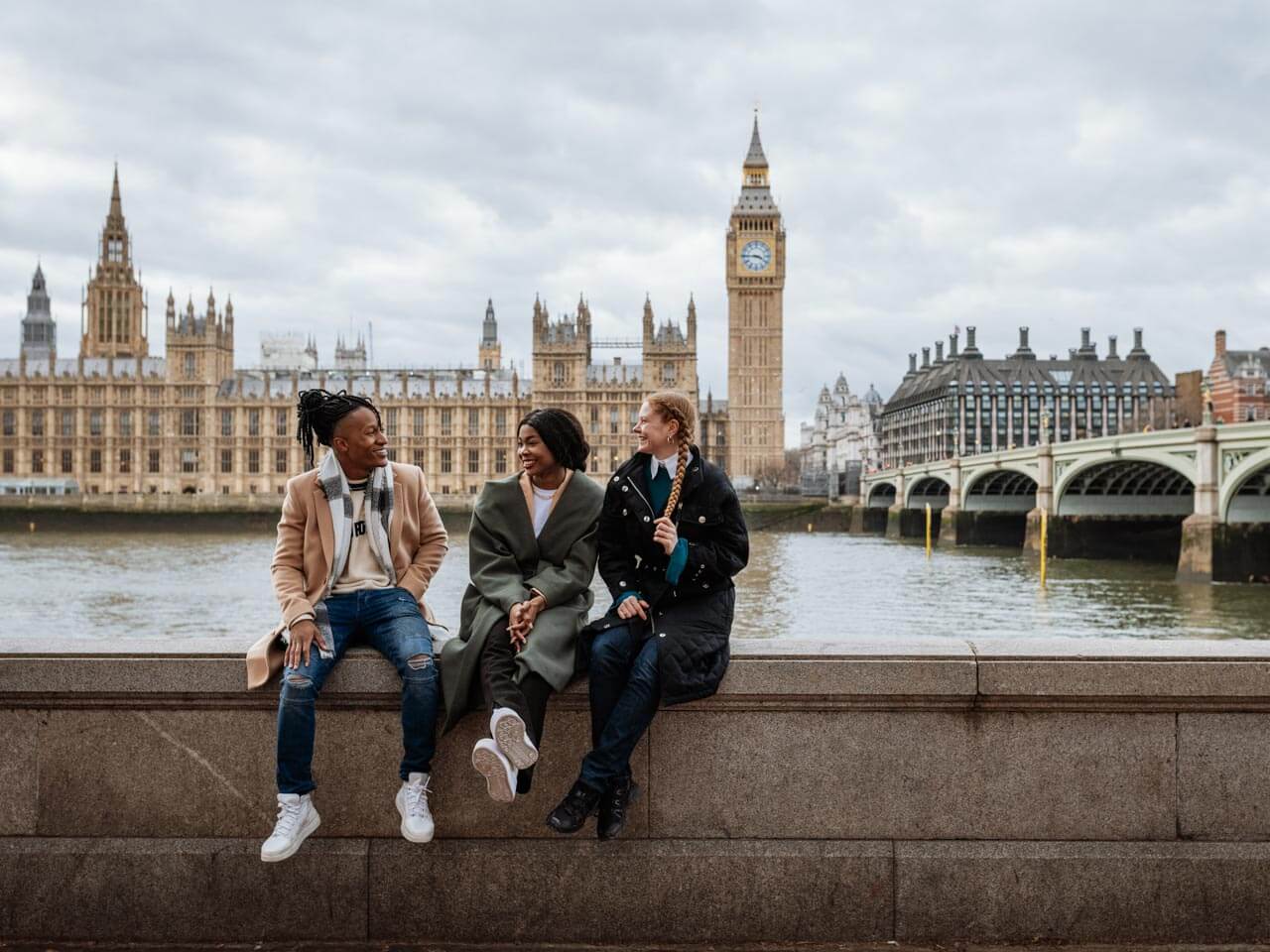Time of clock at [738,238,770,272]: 3:45
